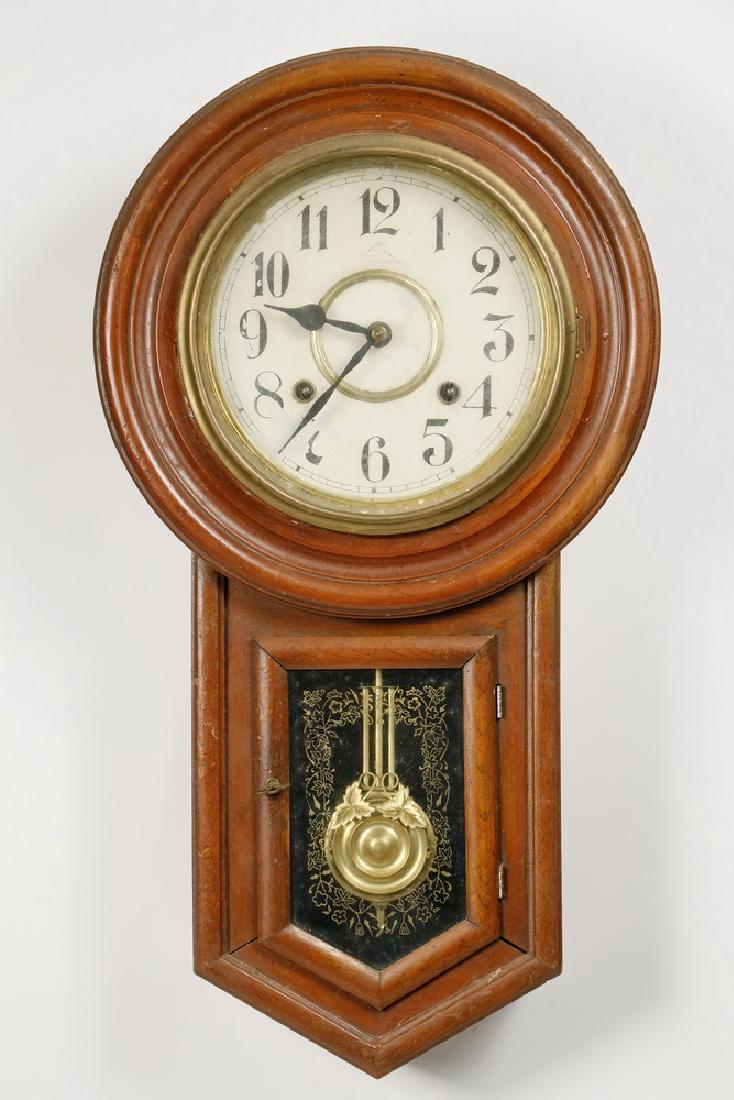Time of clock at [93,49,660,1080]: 9:36
